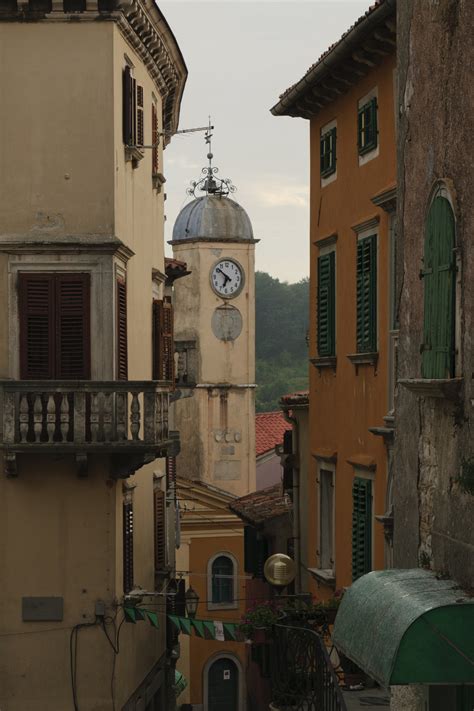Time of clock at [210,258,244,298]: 6:51
